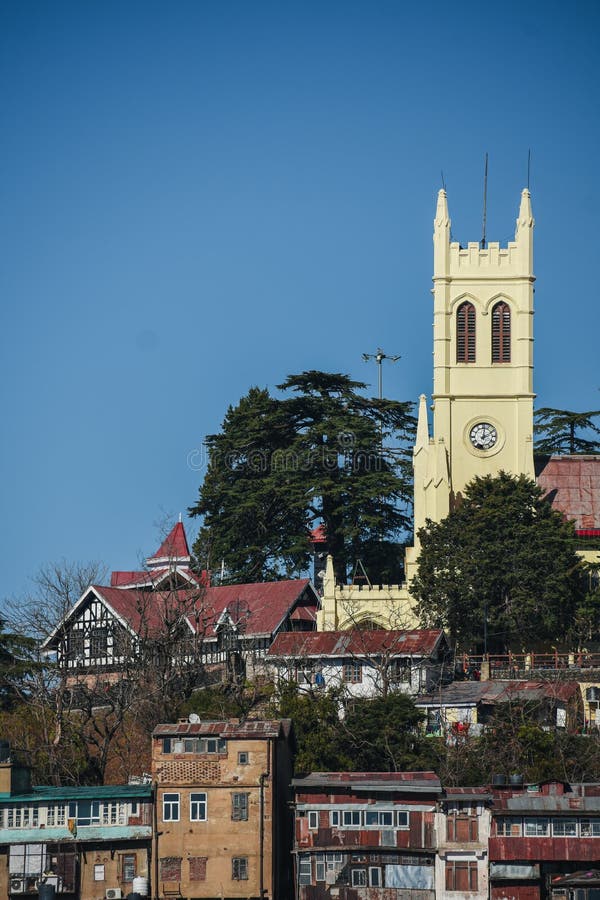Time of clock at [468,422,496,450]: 2:01
